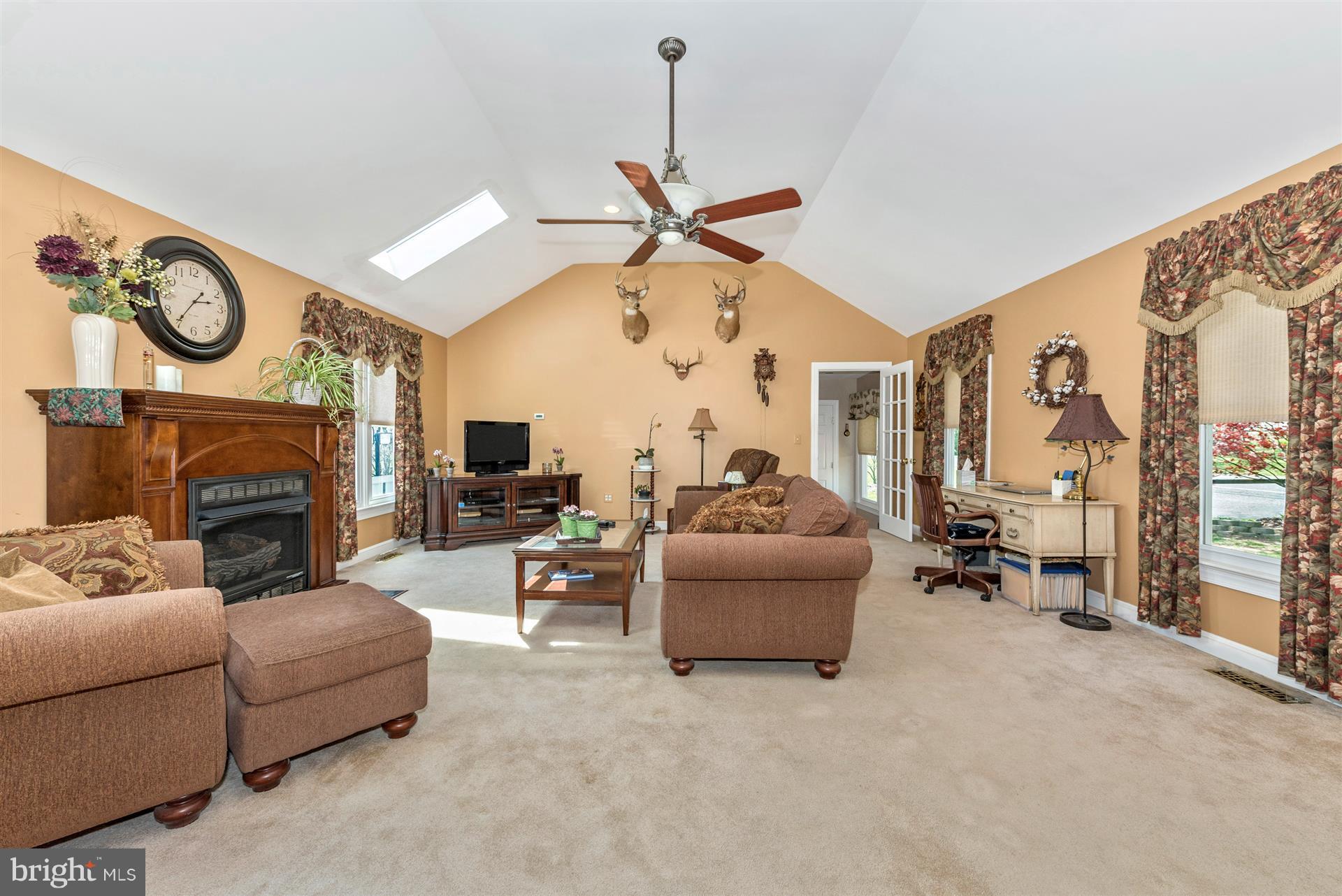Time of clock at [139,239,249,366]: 2:35
